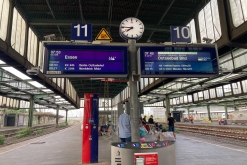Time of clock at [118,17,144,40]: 7:45
